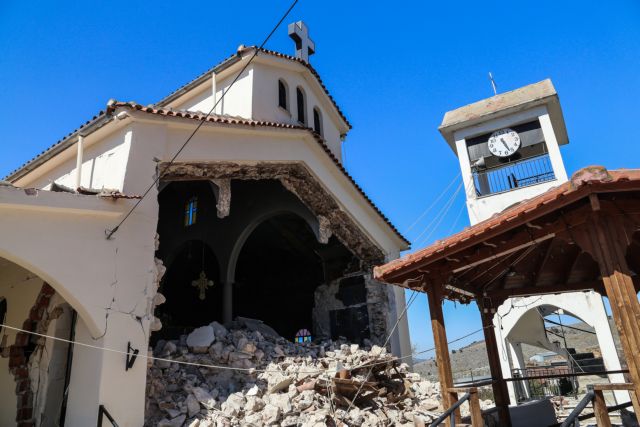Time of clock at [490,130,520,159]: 5:27
